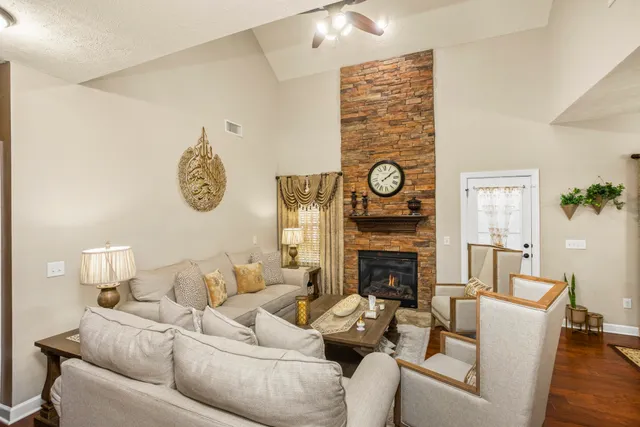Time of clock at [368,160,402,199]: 2:09
